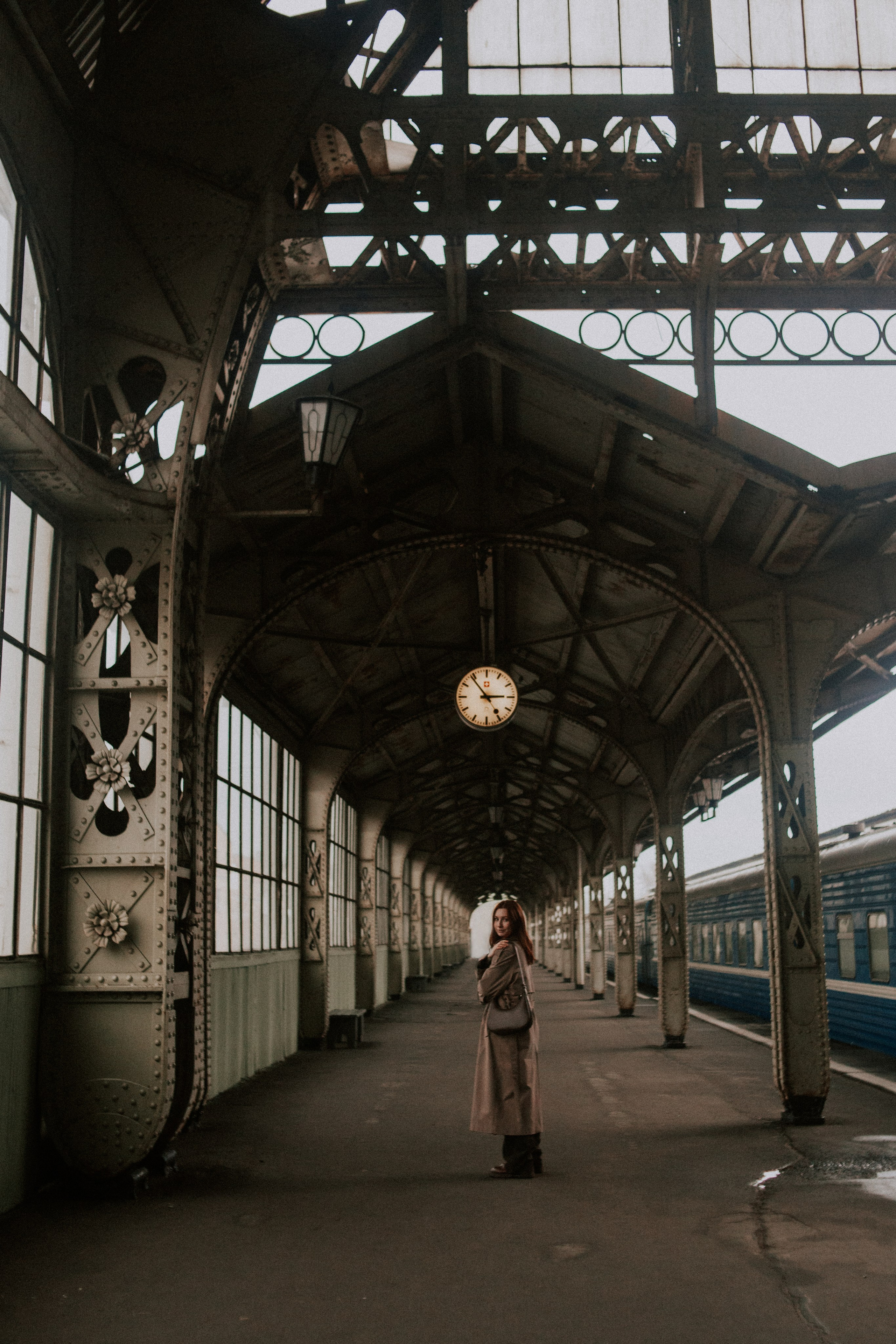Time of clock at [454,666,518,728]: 2:53
